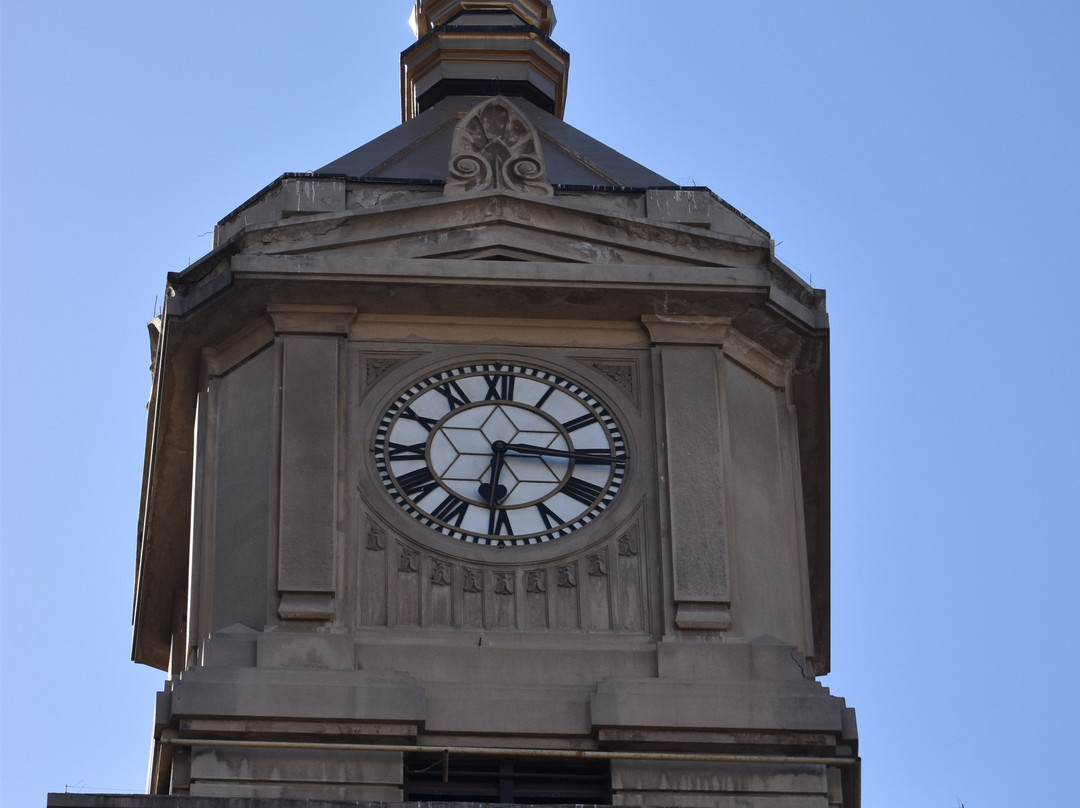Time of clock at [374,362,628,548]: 6:15
